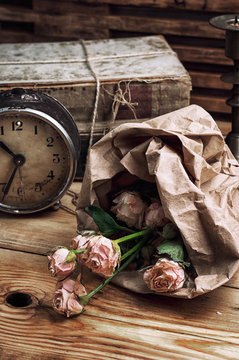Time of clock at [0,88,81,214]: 10:34
